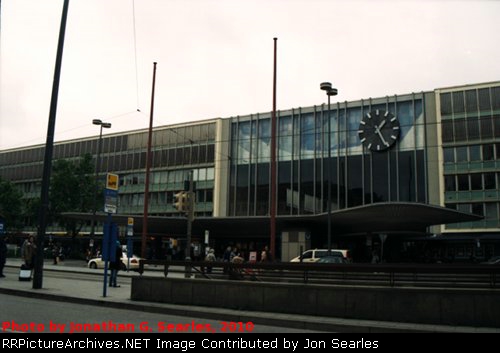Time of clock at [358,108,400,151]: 1:25
